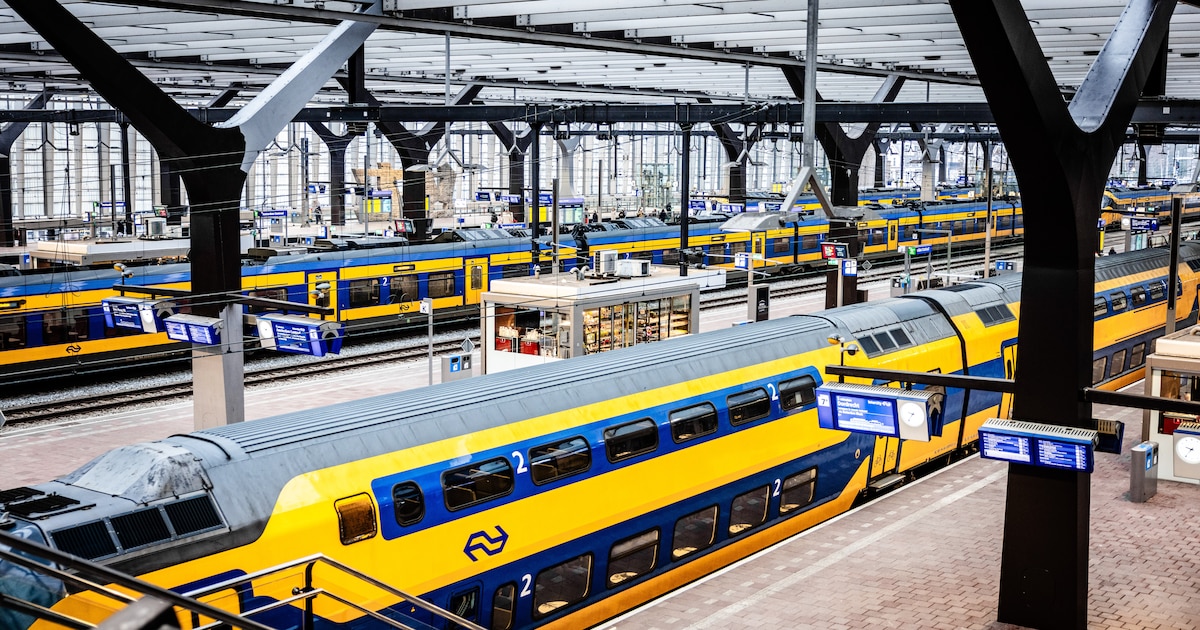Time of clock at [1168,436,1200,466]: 9:36
